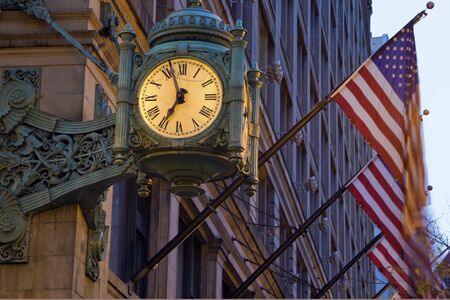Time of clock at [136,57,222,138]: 6:56
